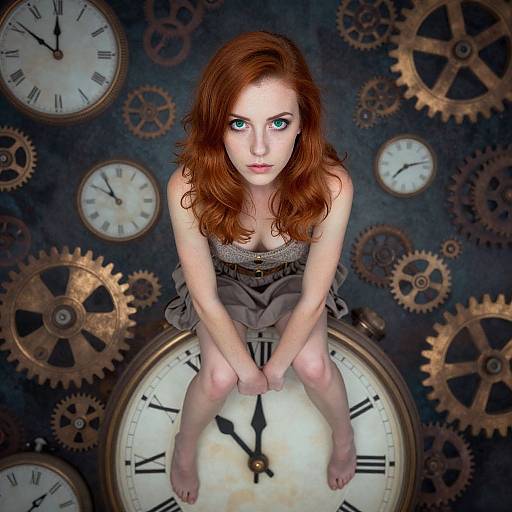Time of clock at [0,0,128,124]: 11:50
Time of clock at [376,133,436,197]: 7:12
